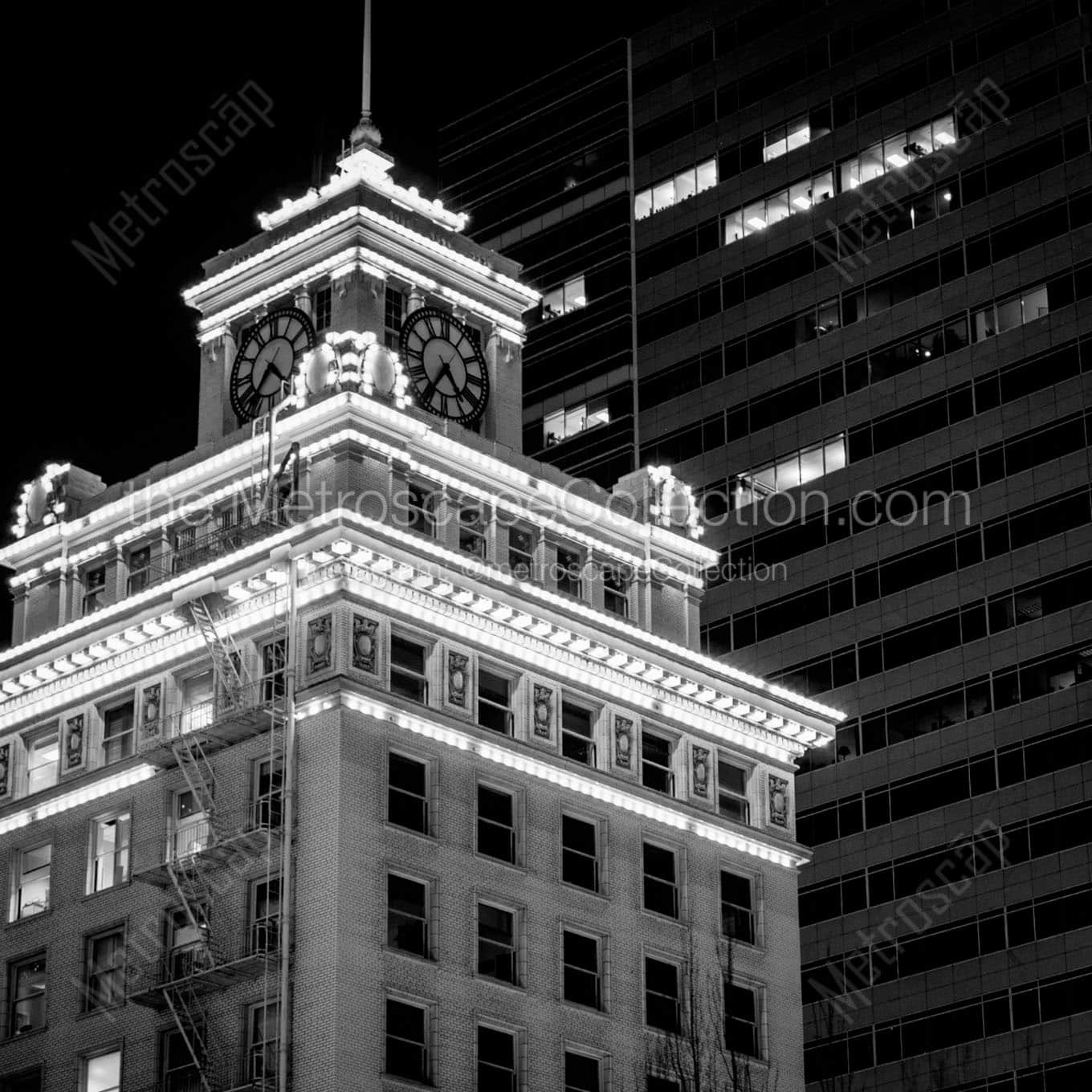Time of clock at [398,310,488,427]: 4:35
